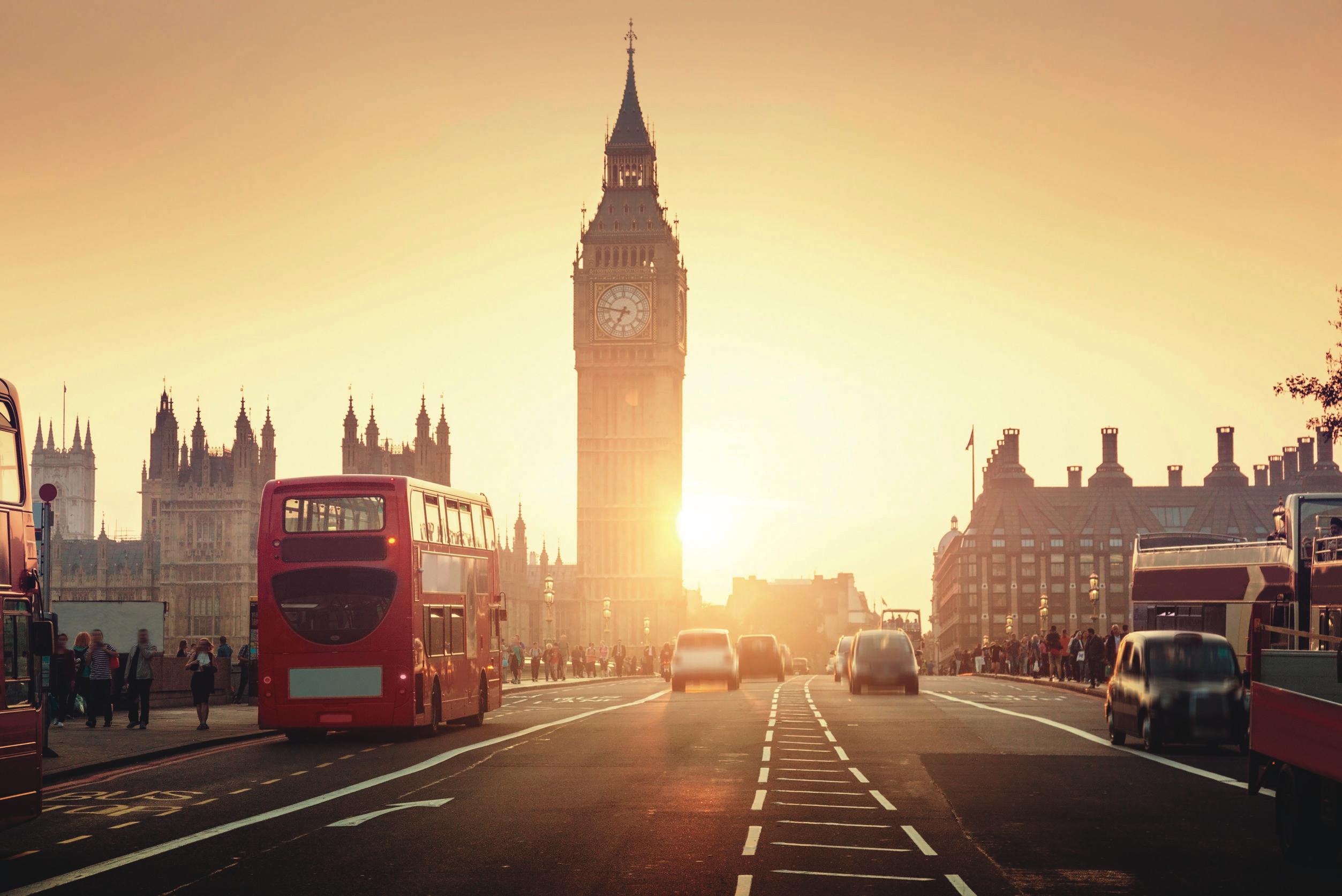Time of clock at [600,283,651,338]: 6:47
